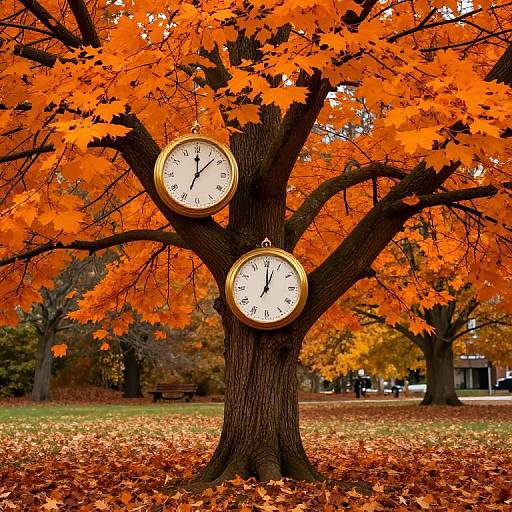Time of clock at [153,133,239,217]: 12:07
